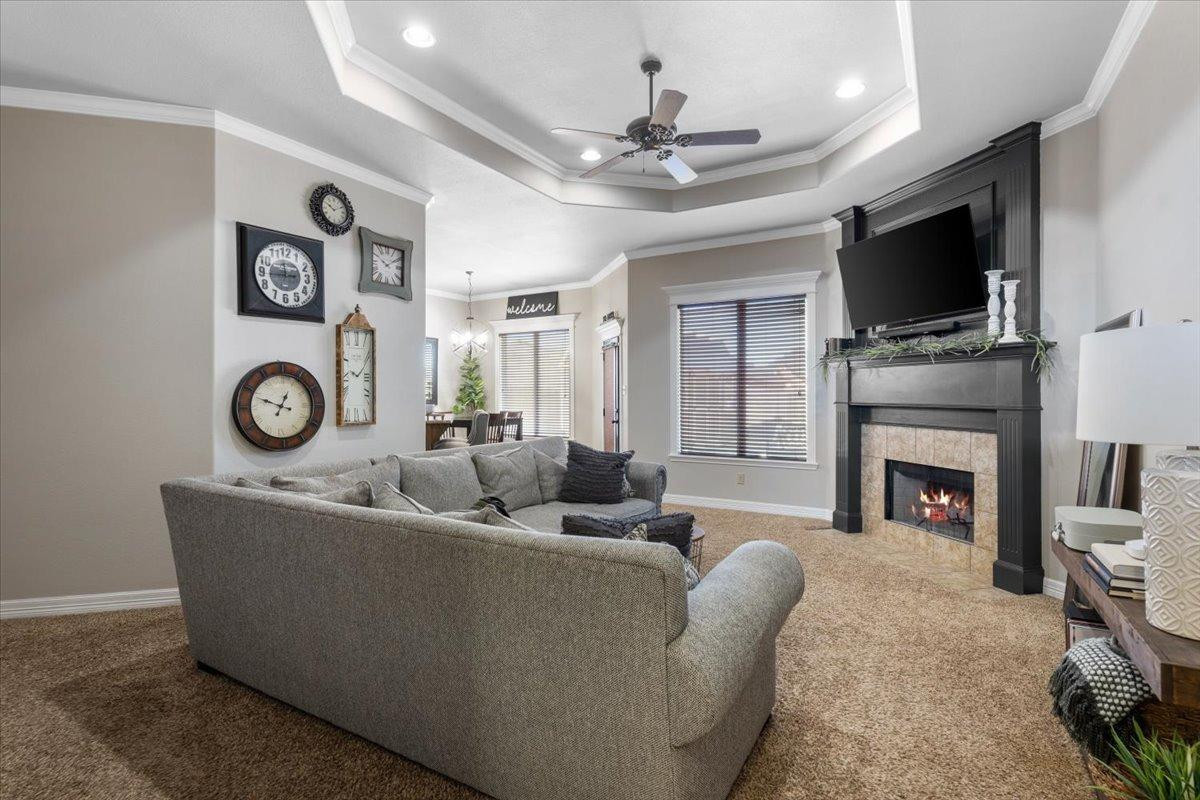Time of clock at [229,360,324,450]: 12:48
